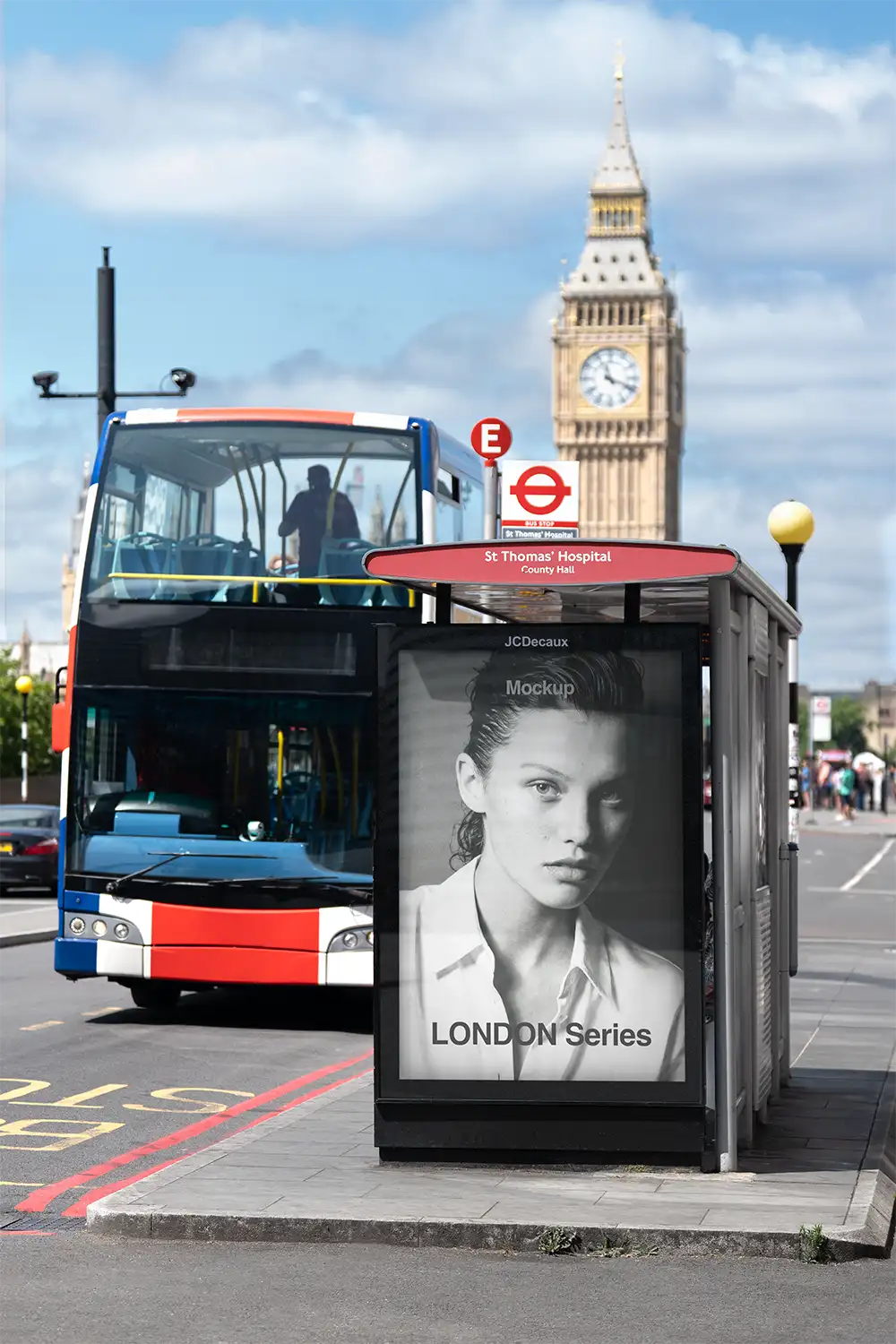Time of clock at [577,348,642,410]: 11:18
